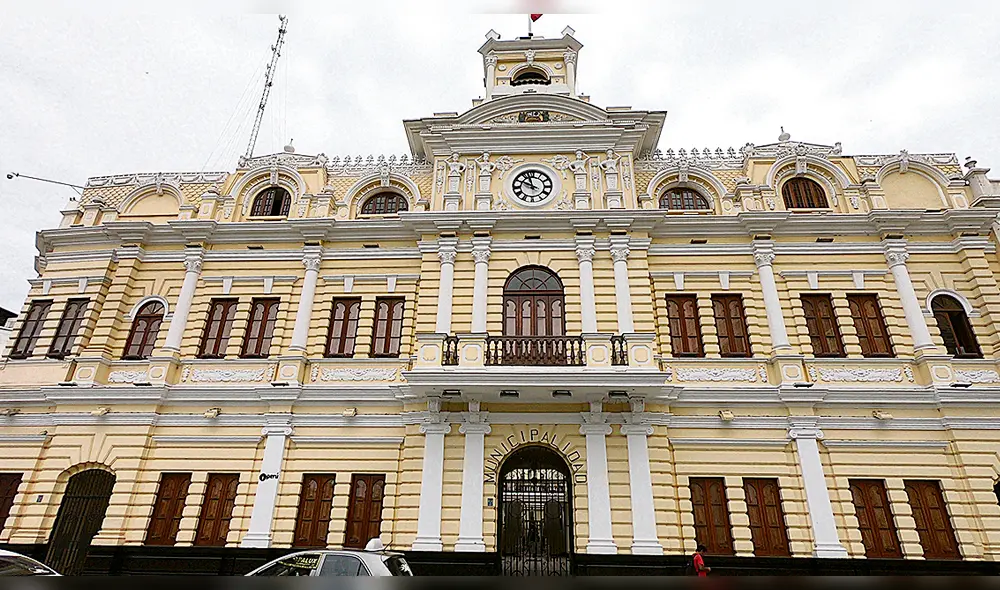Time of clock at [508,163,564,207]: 9:57
